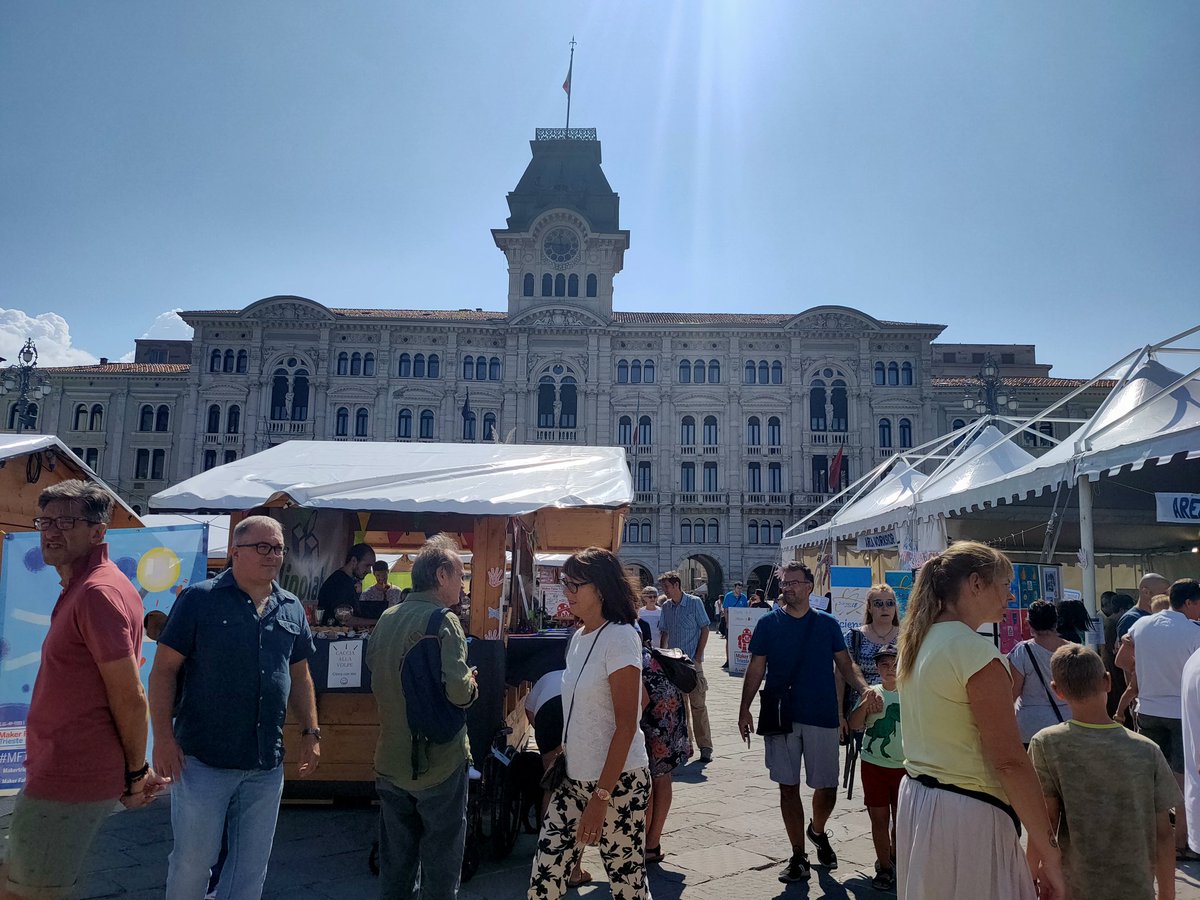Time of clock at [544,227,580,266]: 11:46
